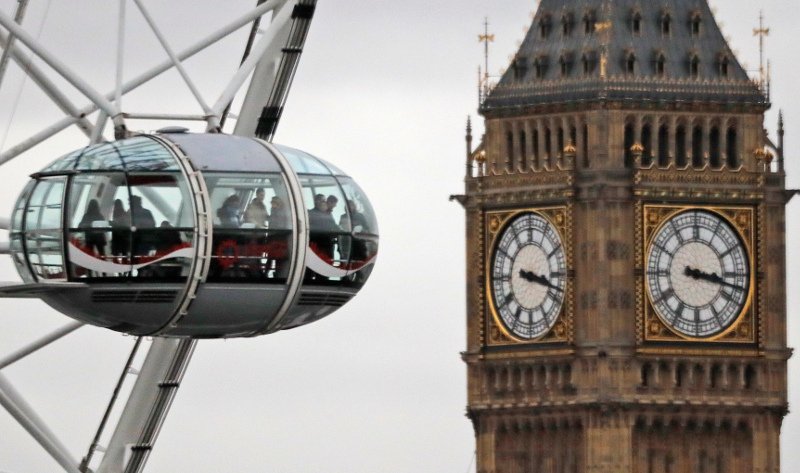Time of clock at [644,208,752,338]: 3:17
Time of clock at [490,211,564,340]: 3:17
